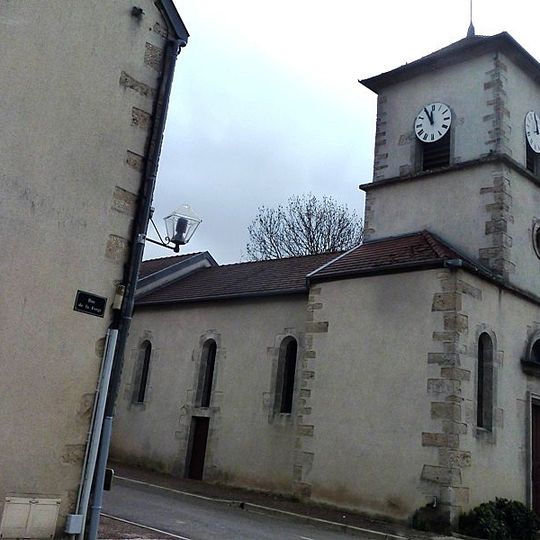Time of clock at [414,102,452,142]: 11:55
